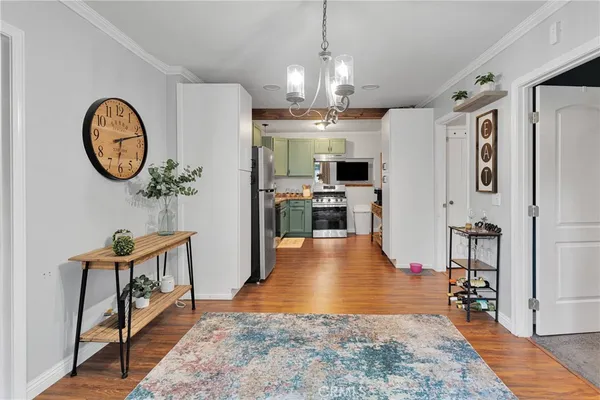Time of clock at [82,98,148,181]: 6:12
